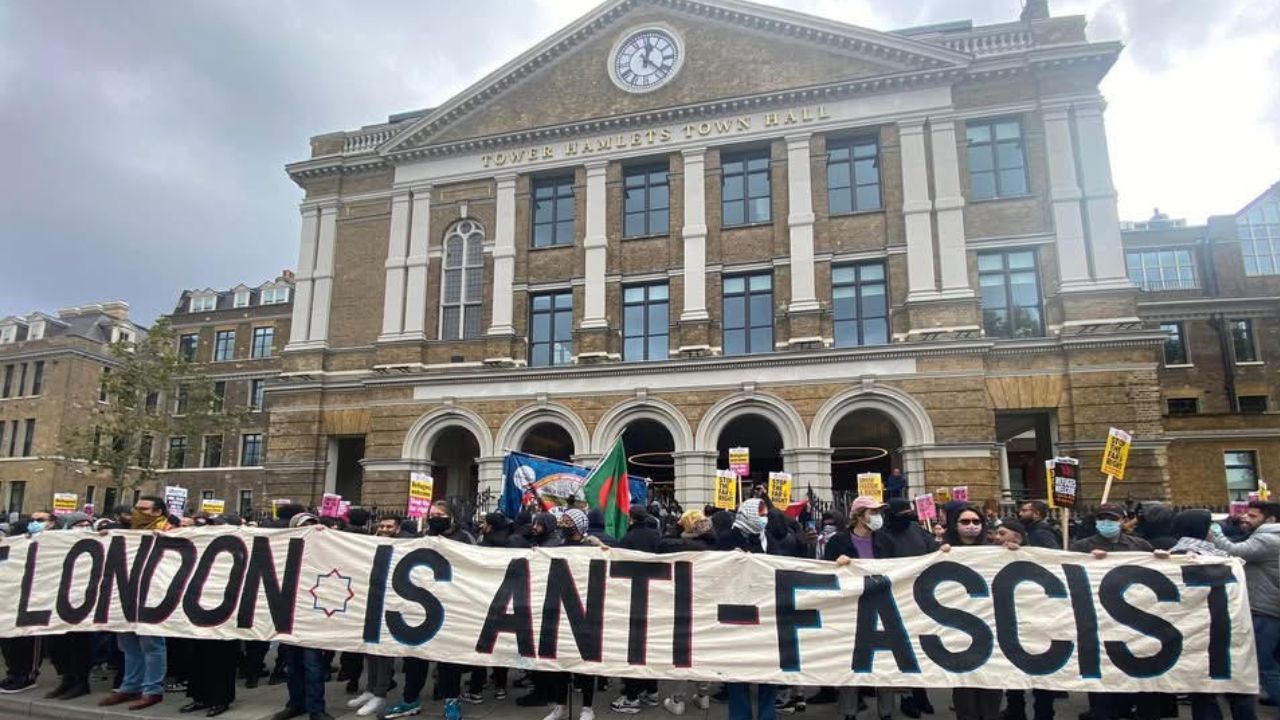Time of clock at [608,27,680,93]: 12:22
